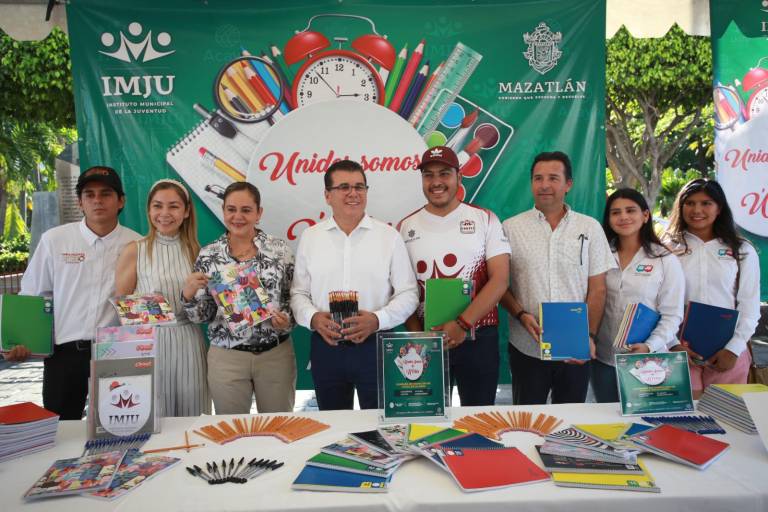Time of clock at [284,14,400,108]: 2:52
